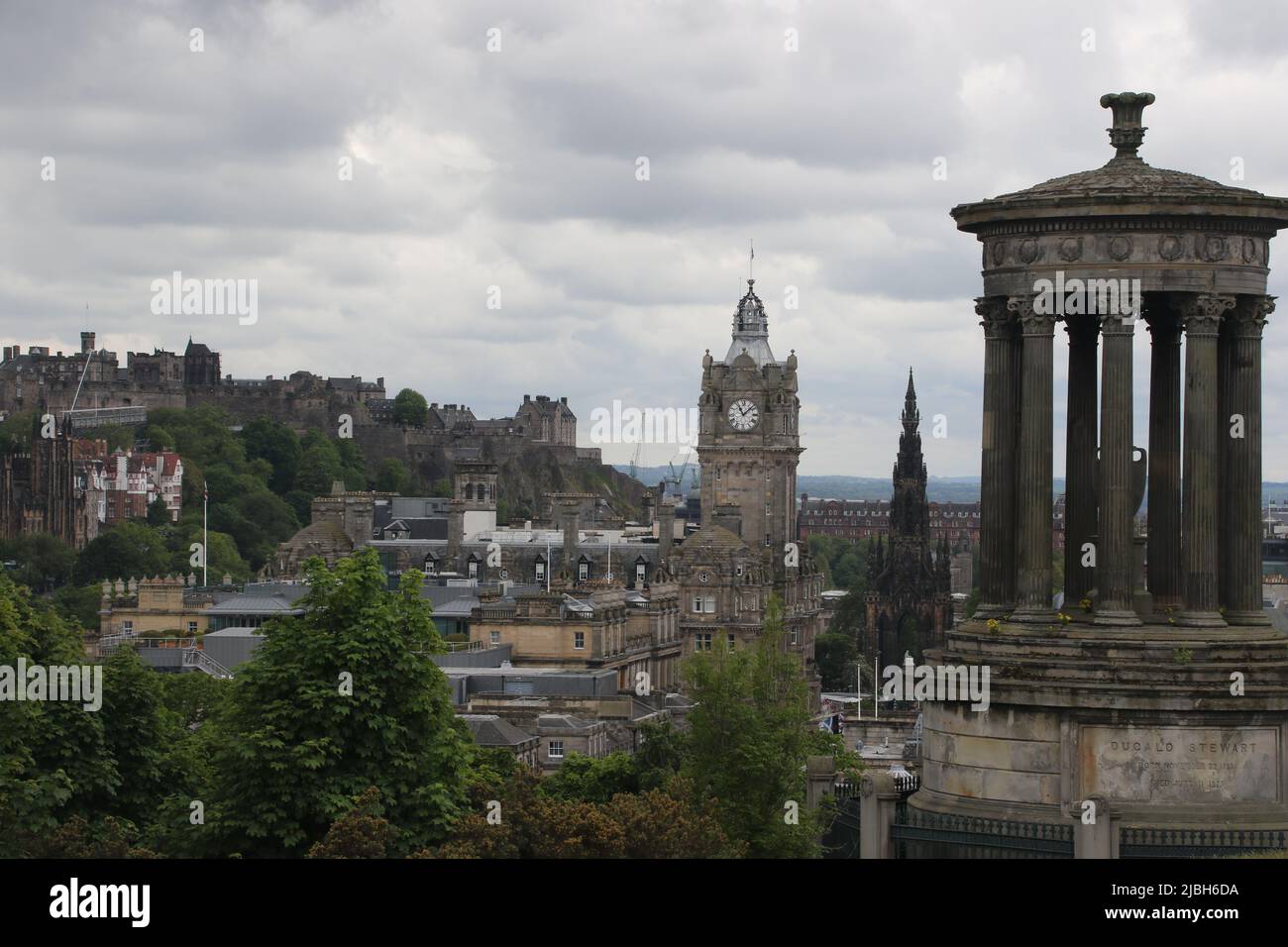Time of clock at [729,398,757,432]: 11:07
